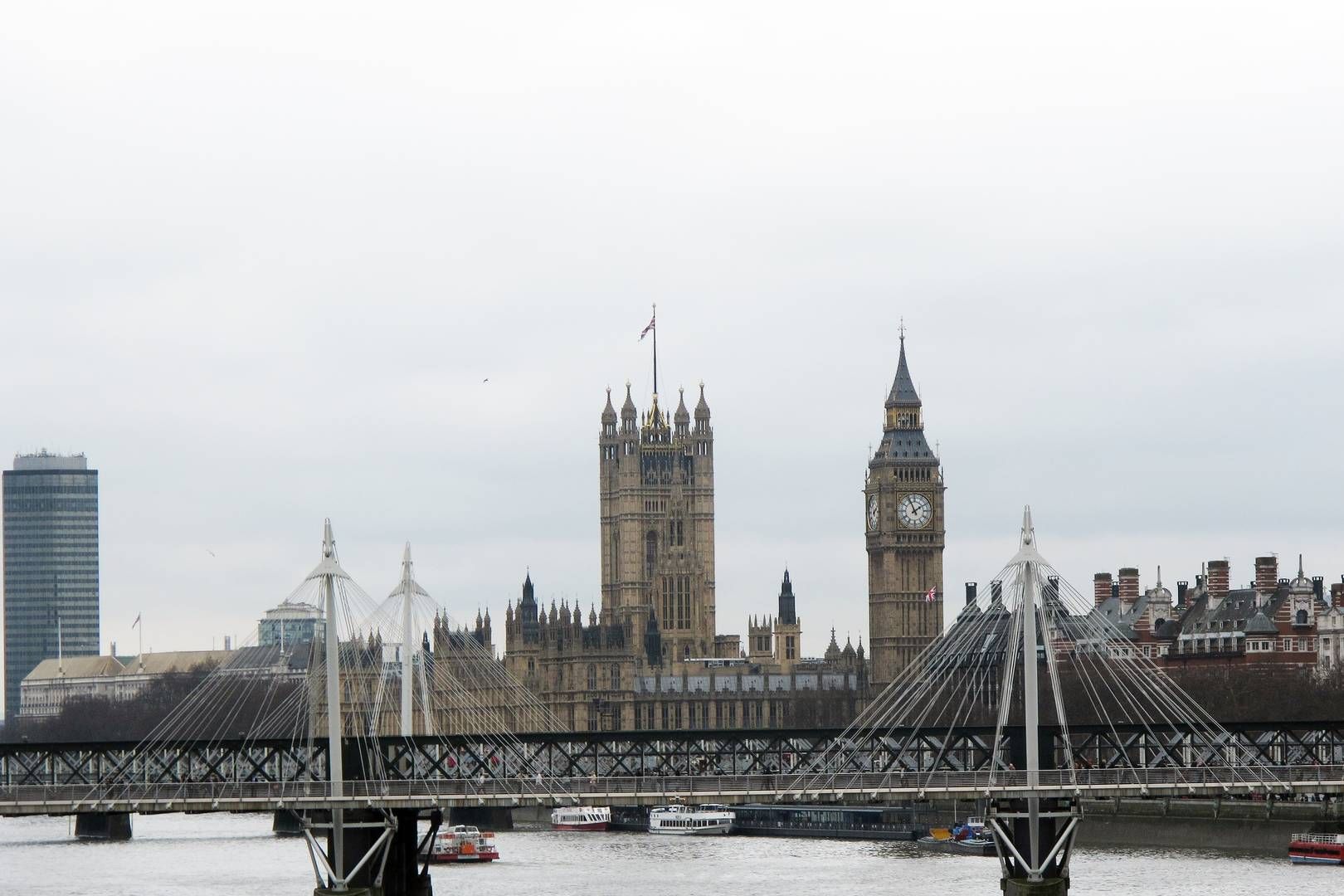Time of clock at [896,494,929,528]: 1:56
